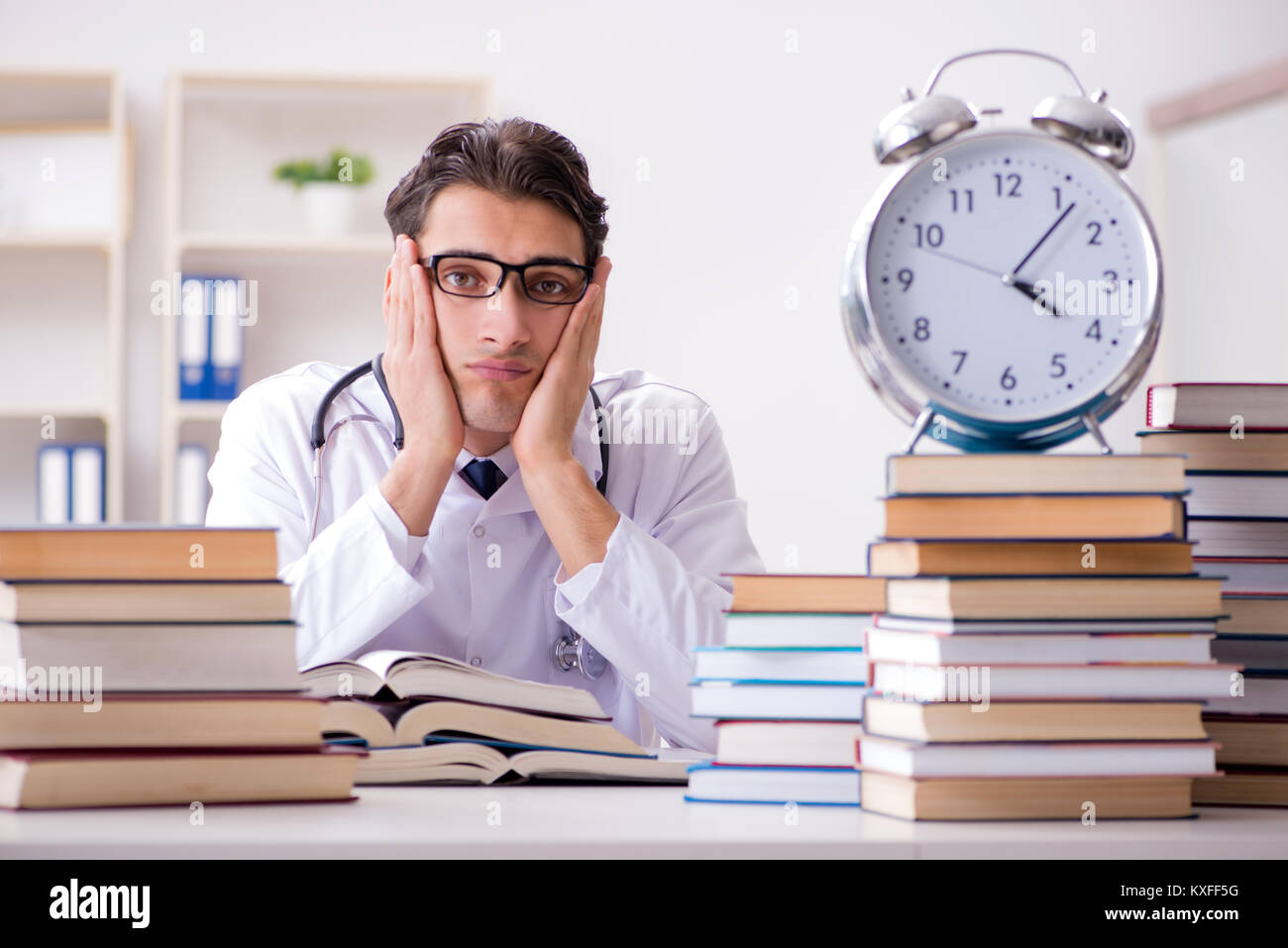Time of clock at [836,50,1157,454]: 4:06
